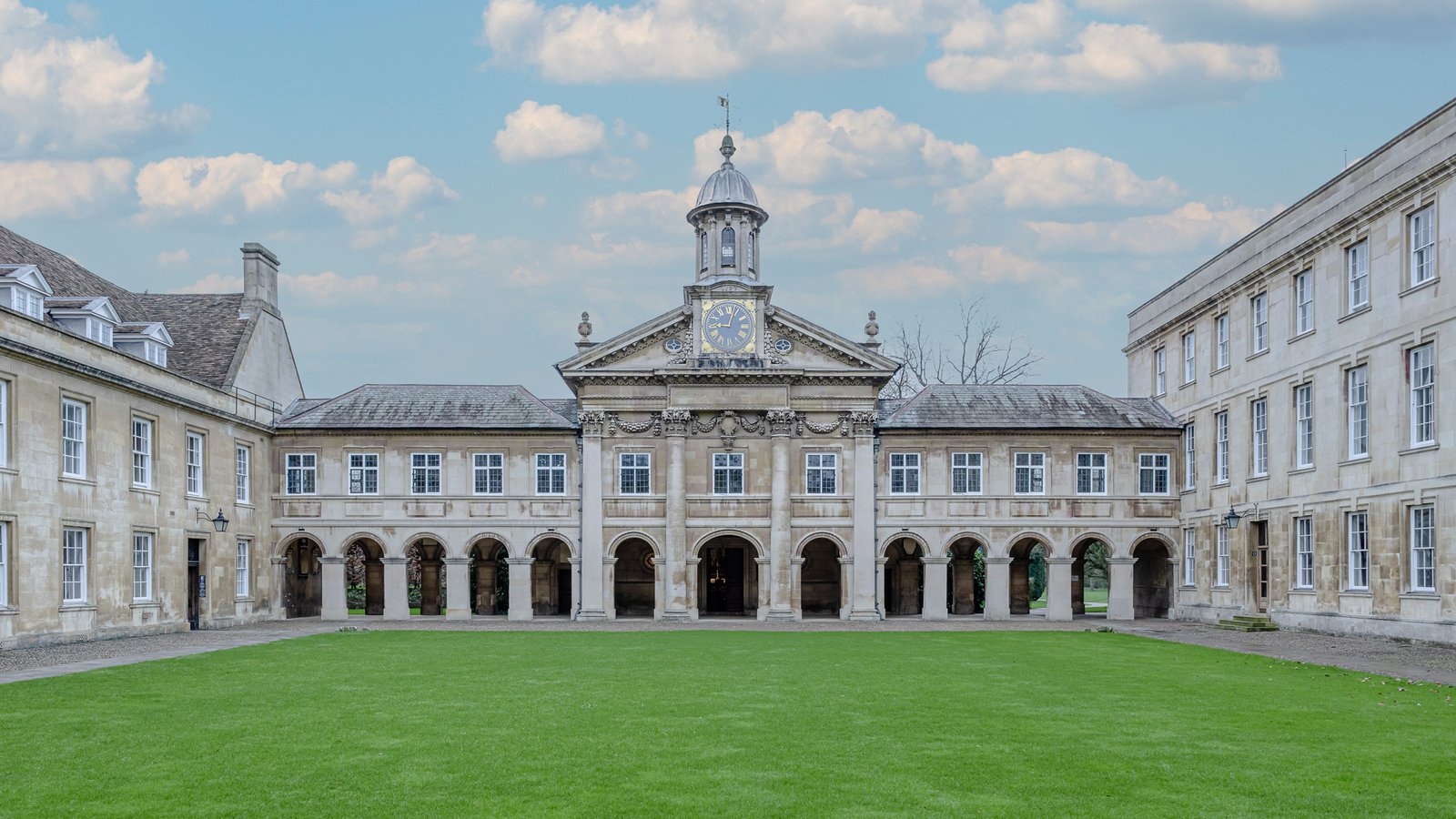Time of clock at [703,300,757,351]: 9:03
